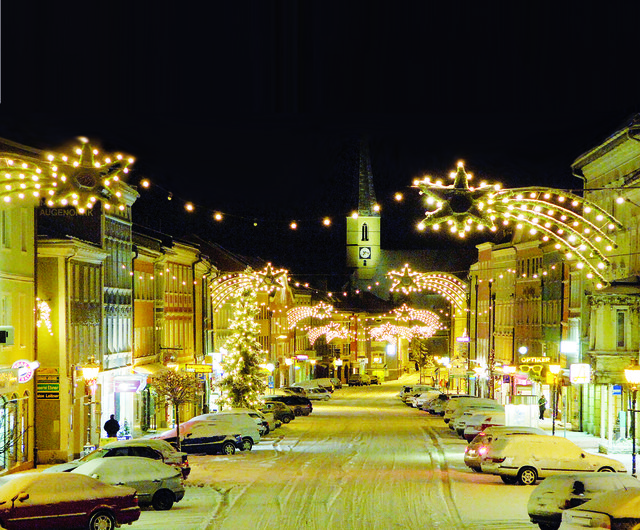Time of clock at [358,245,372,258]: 7:17
